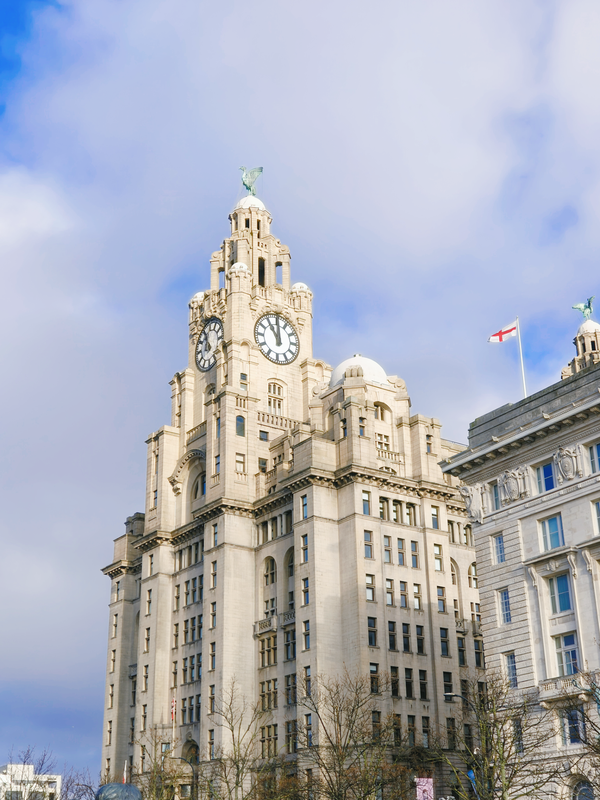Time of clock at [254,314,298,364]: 11:00
